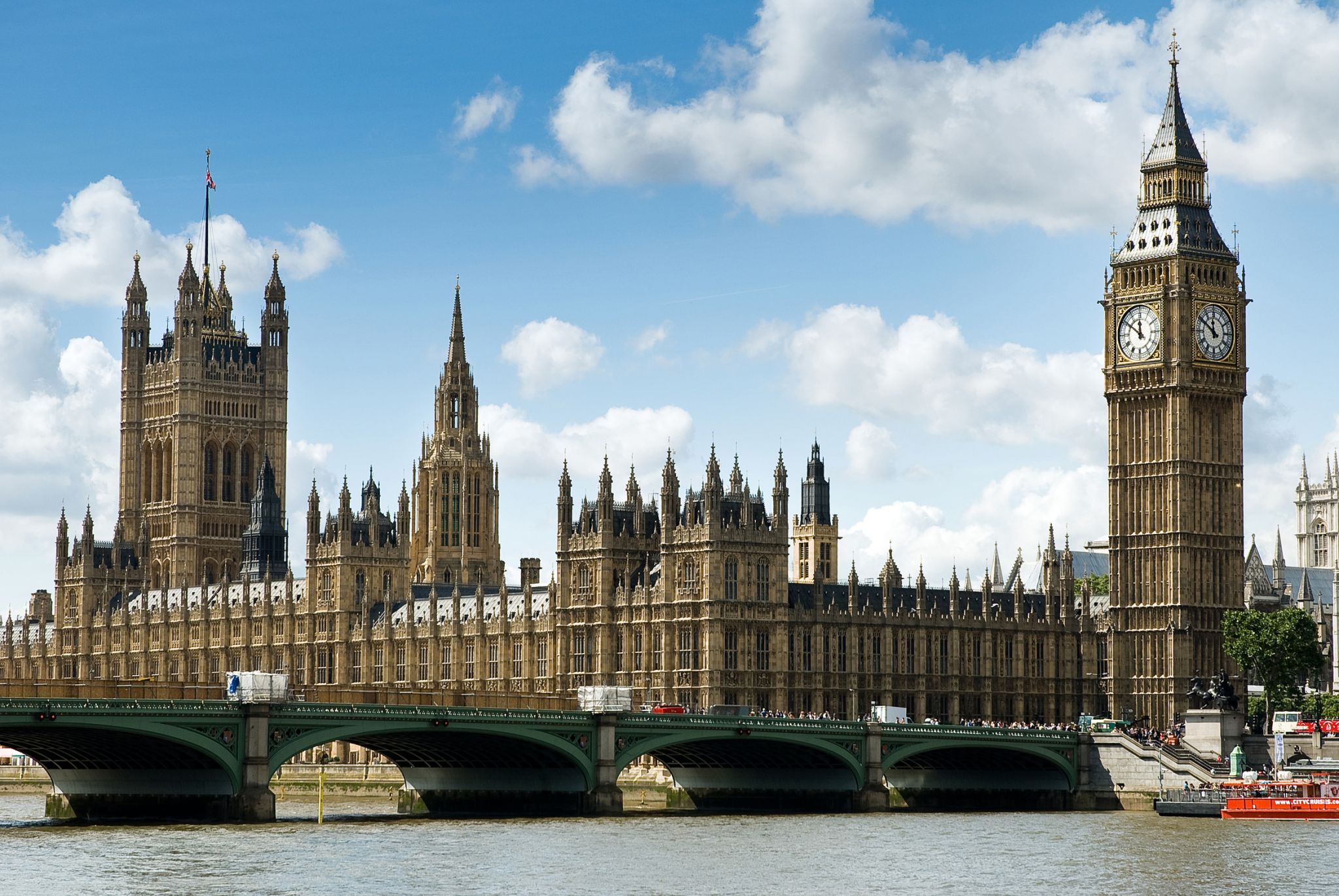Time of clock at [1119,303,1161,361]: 11:50
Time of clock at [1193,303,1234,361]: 11:50
